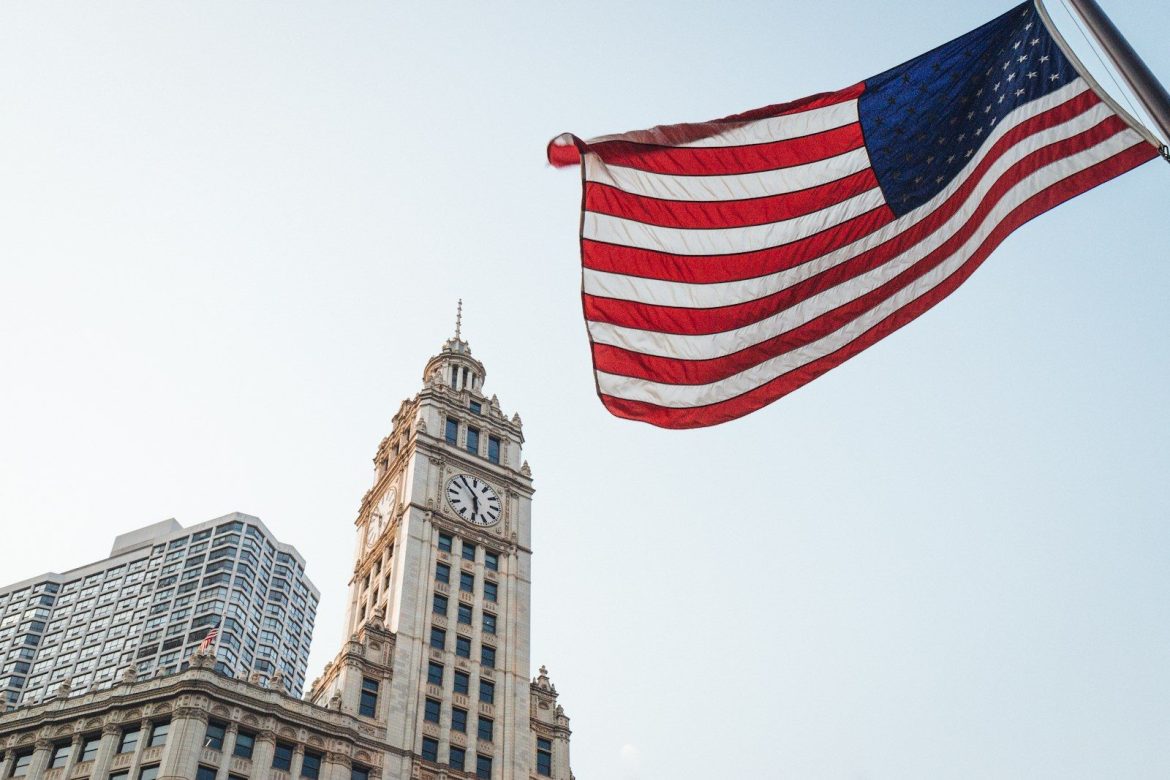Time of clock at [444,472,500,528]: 5:54
